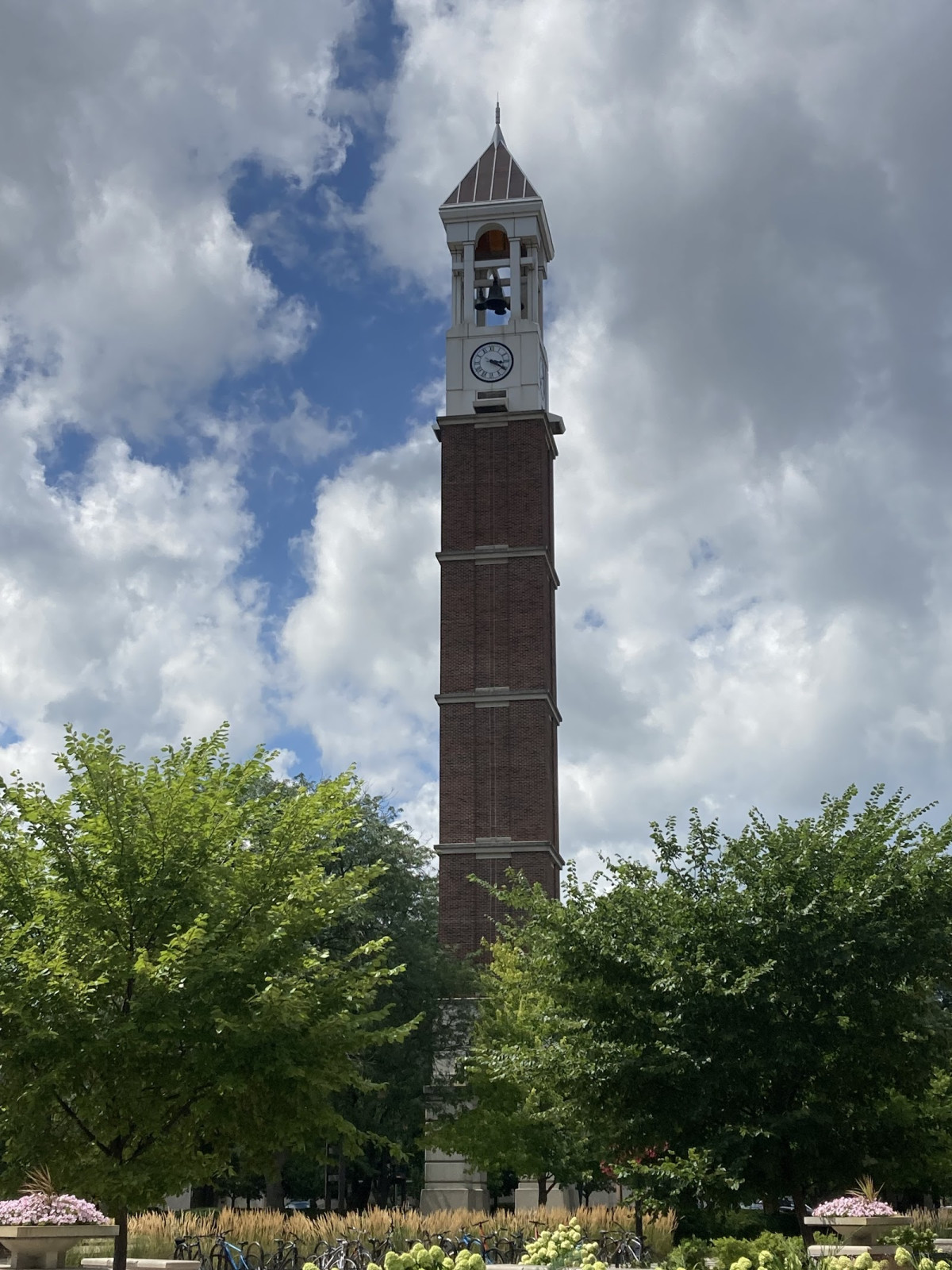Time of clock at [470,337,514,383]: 3:20
